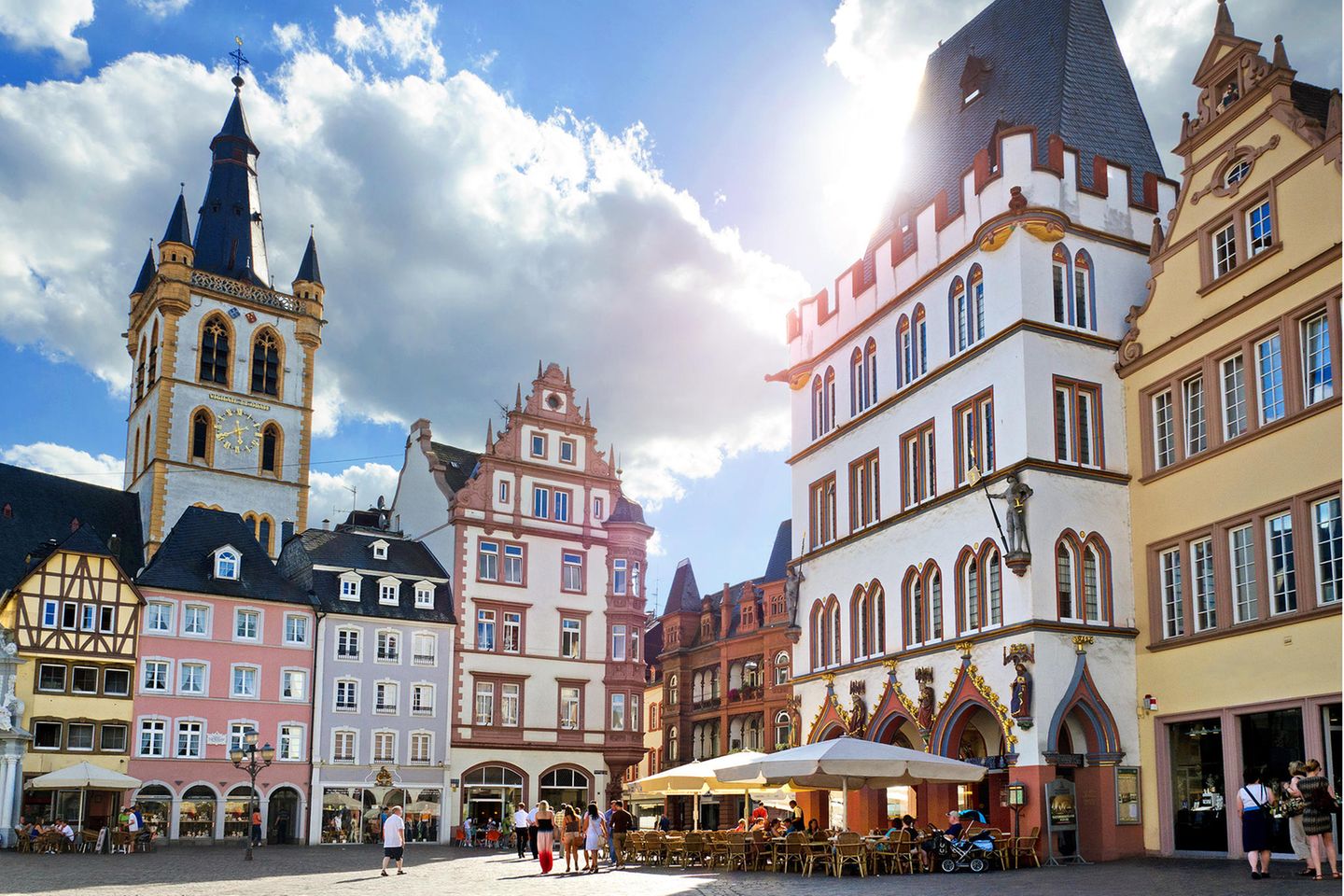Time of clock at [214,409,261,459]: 5:40
